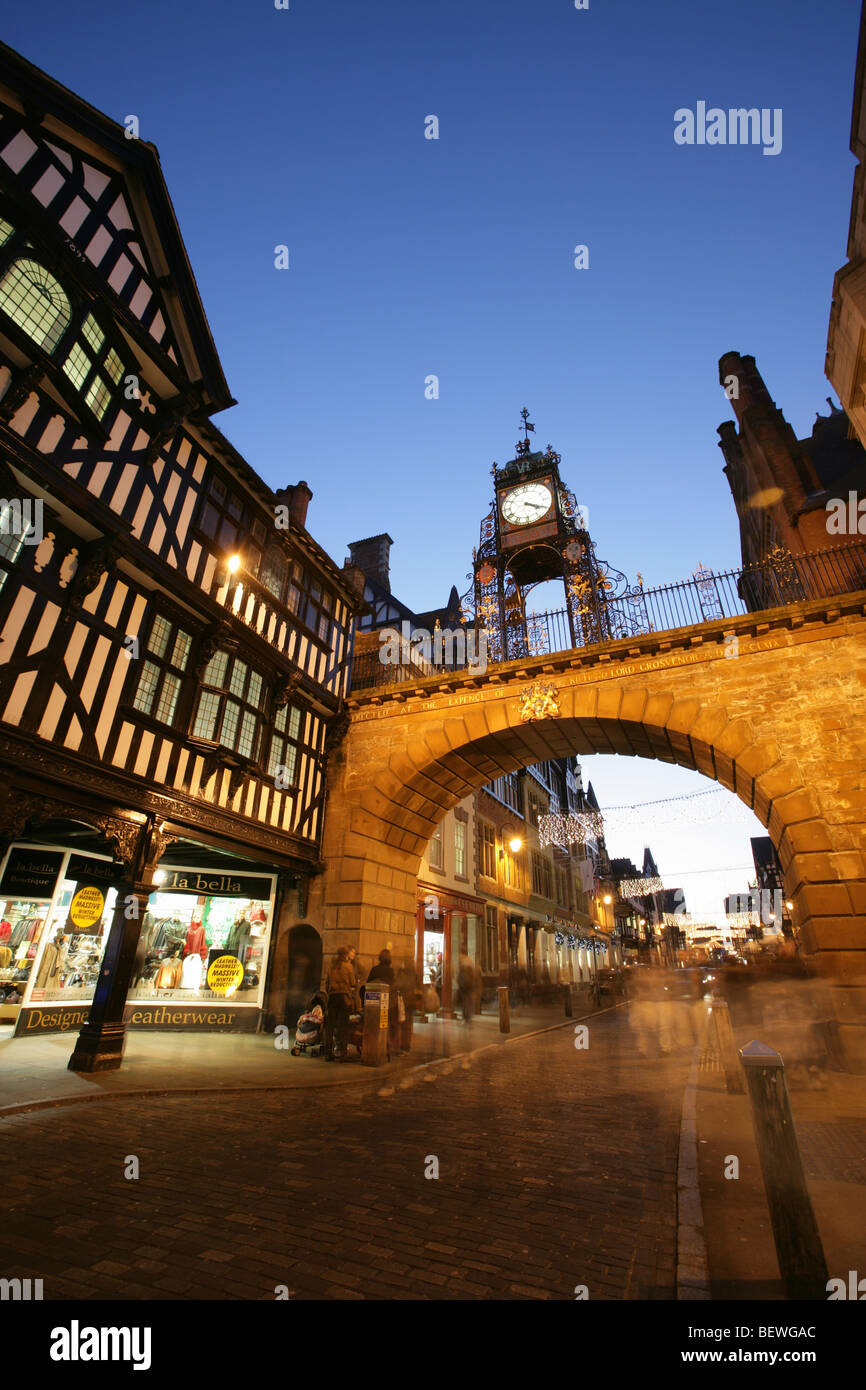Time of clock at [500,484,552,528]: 4:20
